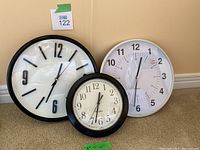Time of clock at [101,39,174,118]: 12:32
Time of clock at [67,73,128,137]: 12:32
